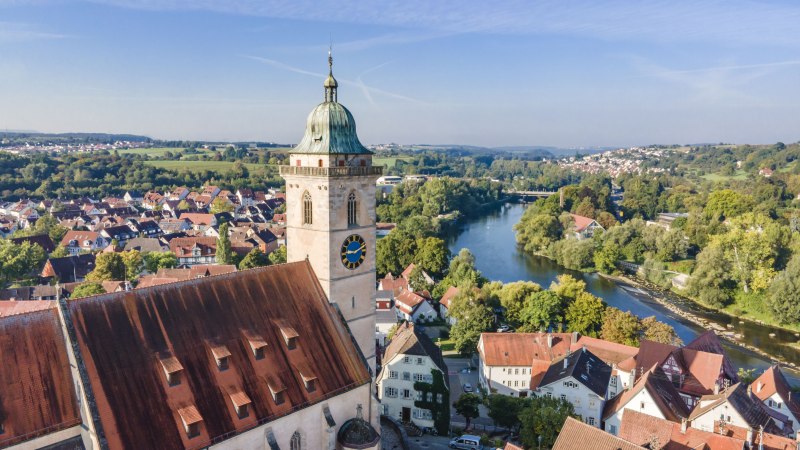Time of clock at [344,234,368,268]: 9:10
